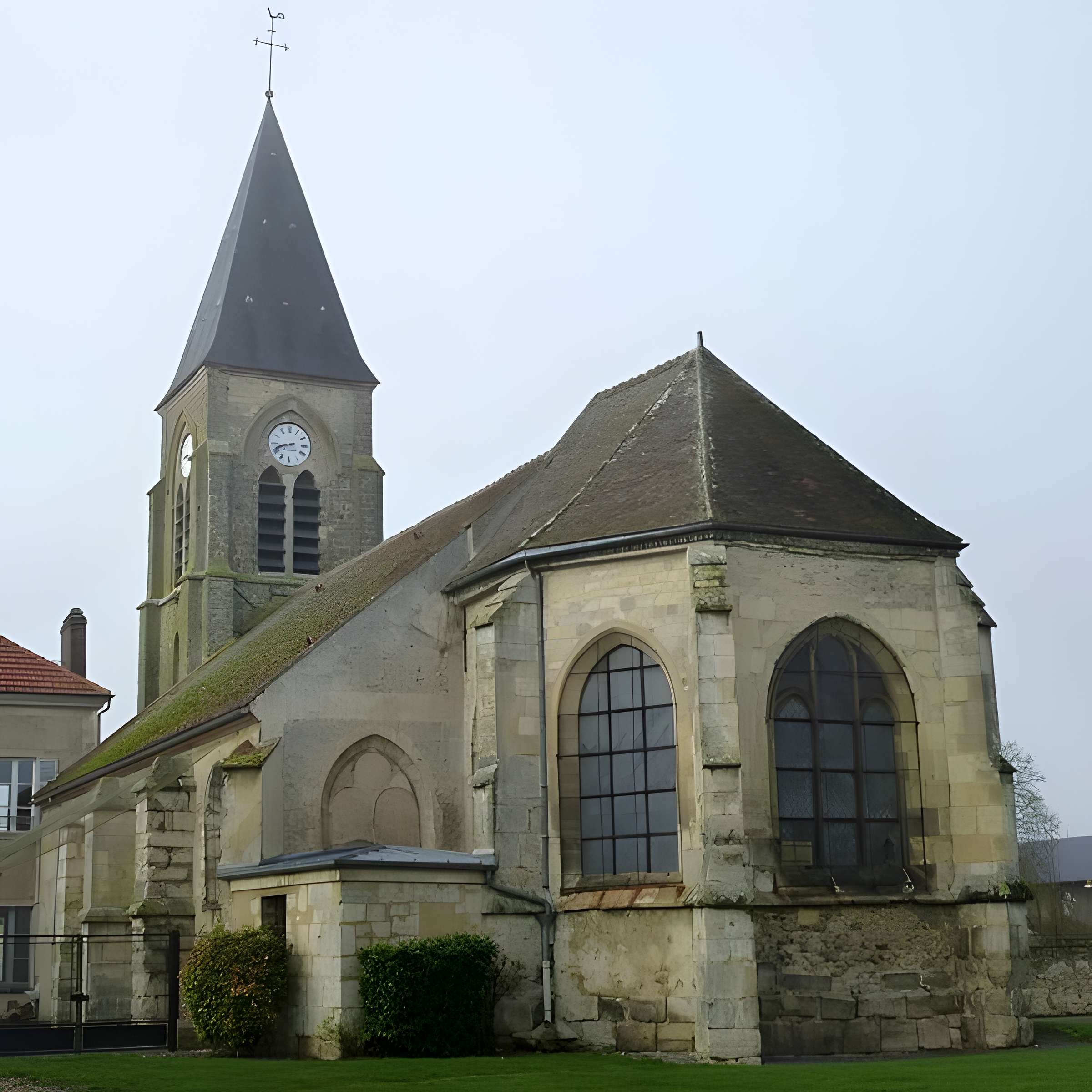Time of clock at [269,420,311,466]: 8:41
